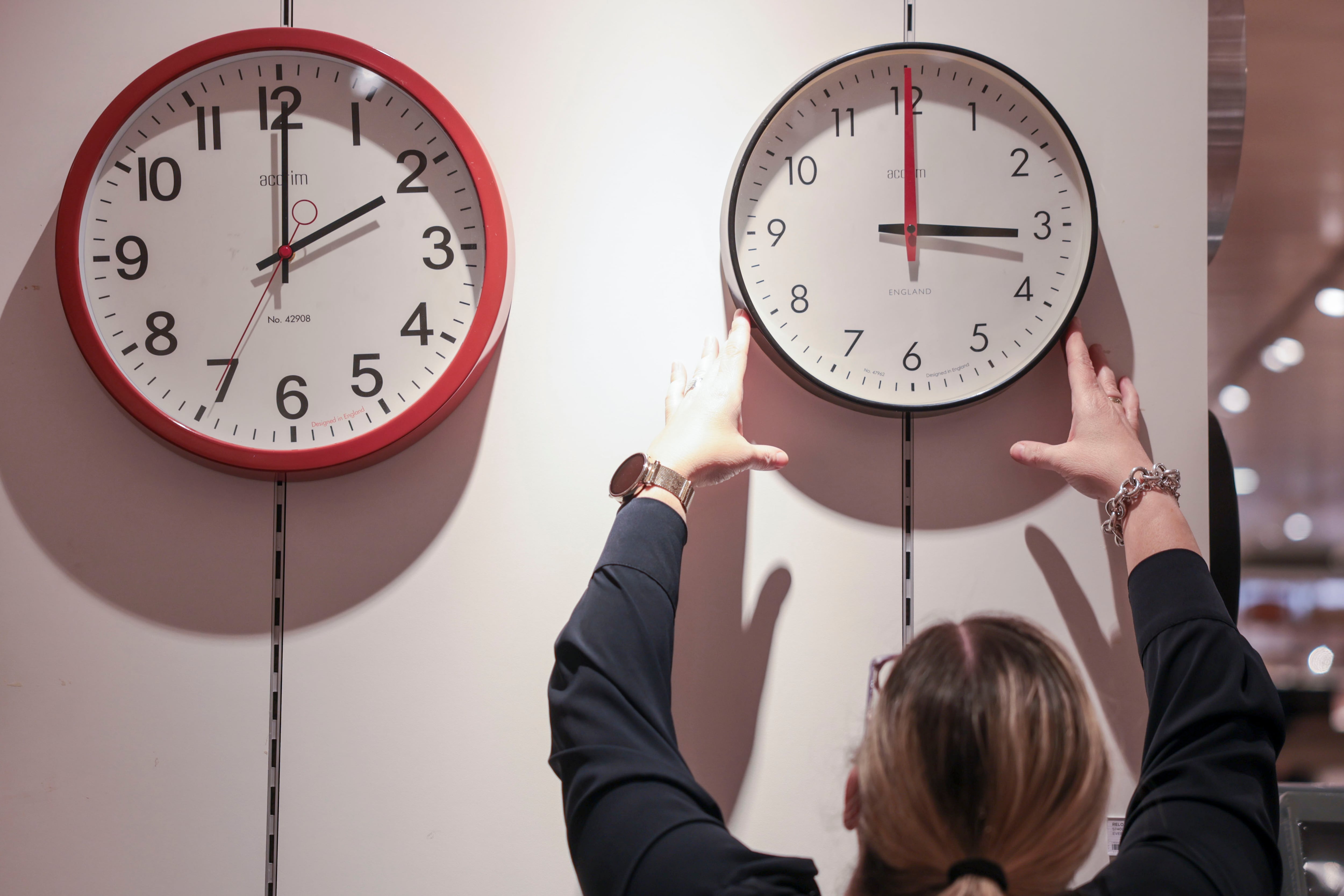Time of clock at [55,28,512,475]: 2:00
